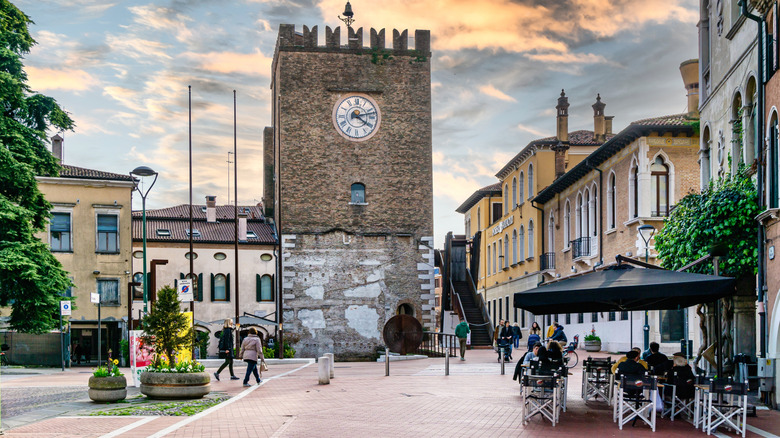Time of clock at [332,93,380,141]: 4:12
